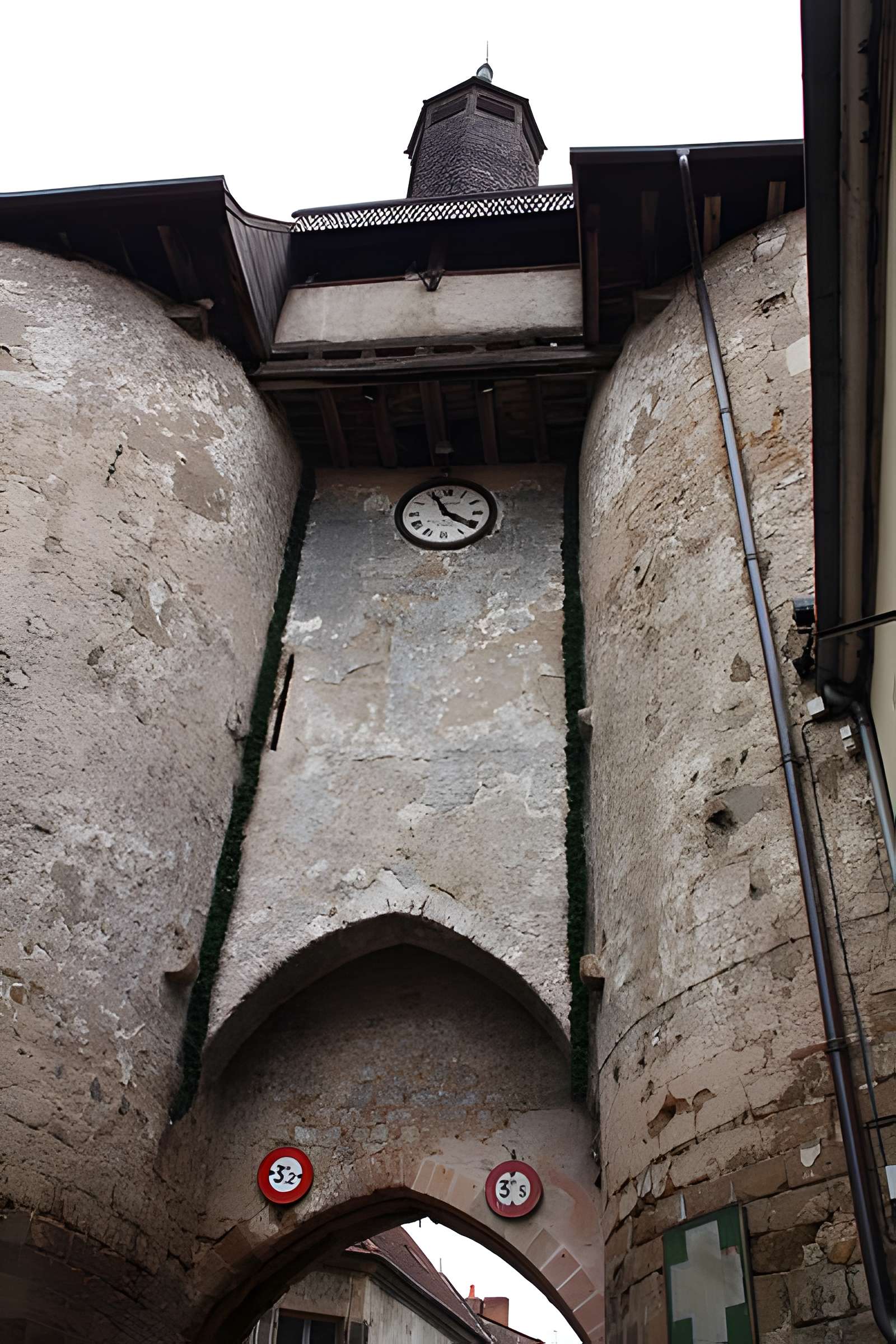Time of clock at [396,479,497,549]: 3:55
